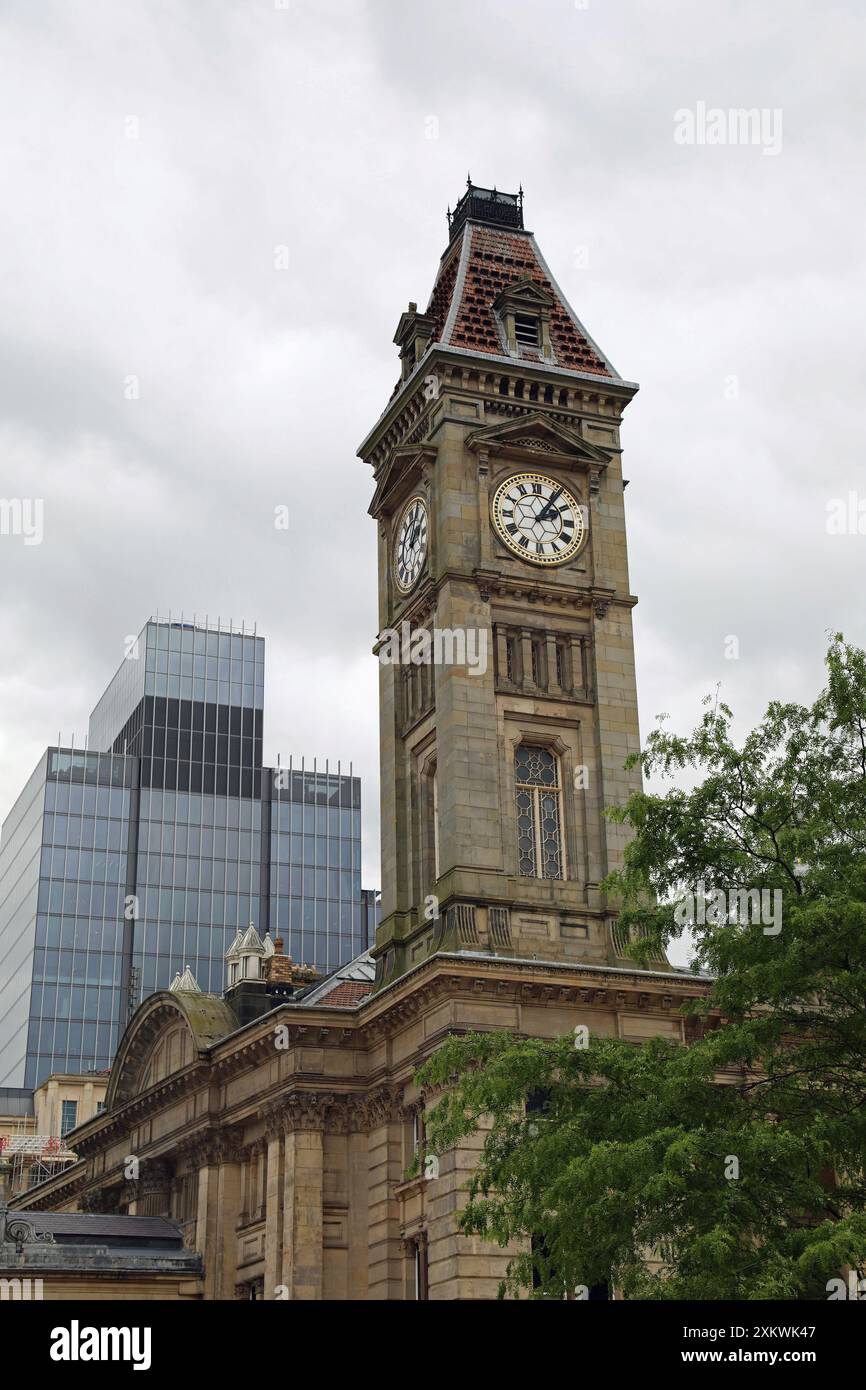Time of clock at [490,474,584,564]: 2:06
